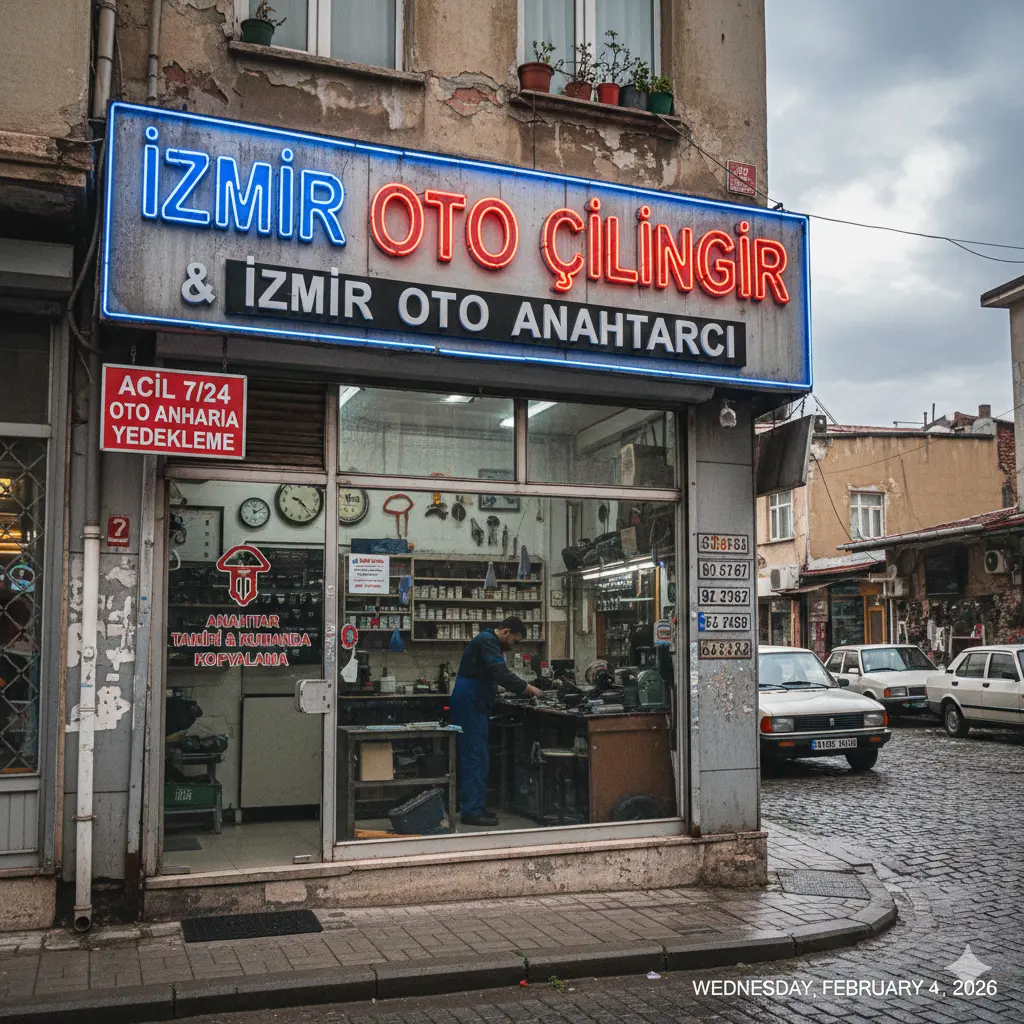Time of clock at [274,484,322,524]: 4:23
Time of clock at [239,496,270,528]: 12:10
